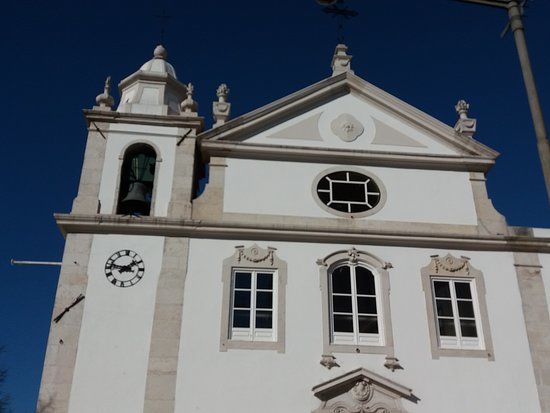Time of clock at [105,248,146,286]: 1:46
